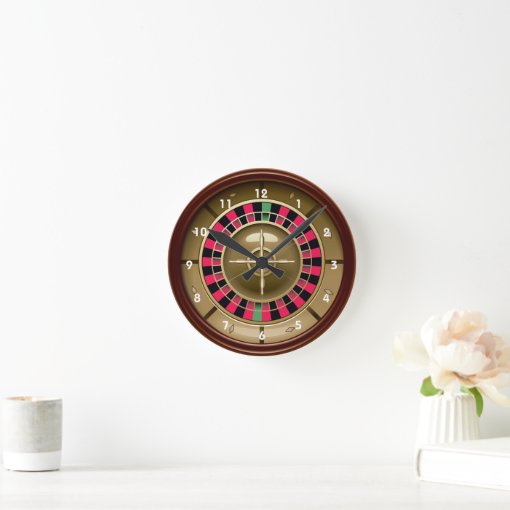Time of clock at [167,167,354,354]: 10:07
